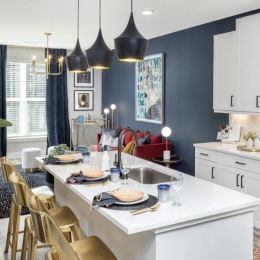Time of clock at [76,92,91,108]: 12:23
